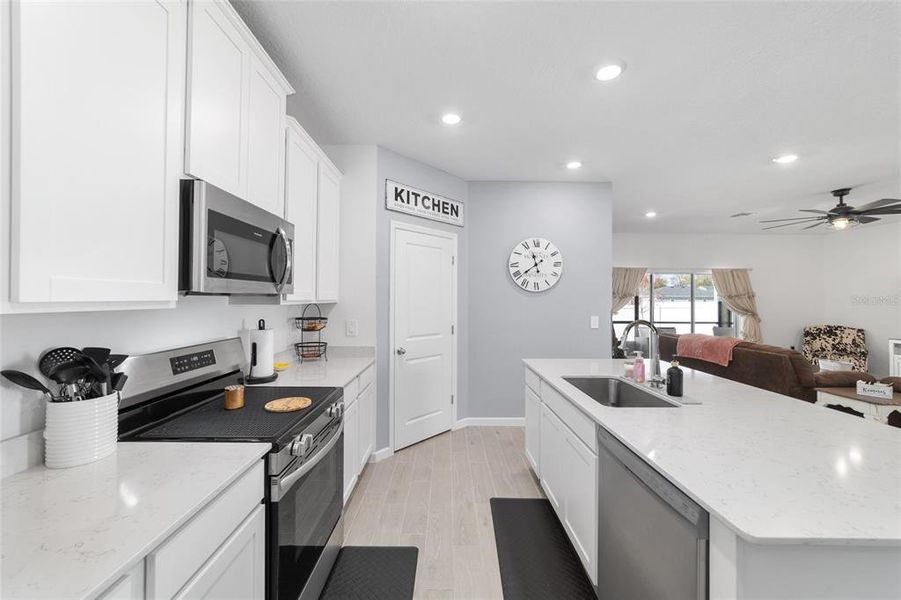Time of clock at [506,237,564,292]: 11:38
